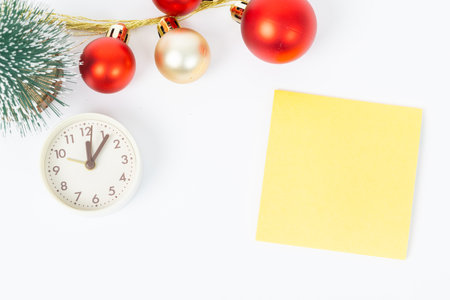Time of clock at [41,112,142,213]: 12:06
